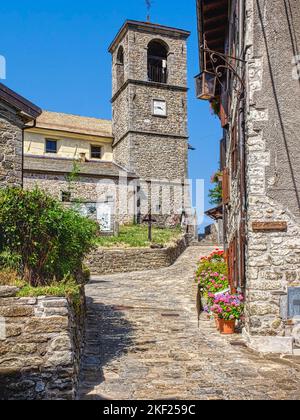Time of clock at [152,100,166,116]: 3:43
